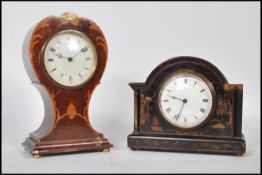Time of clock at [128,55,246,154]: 9:34
